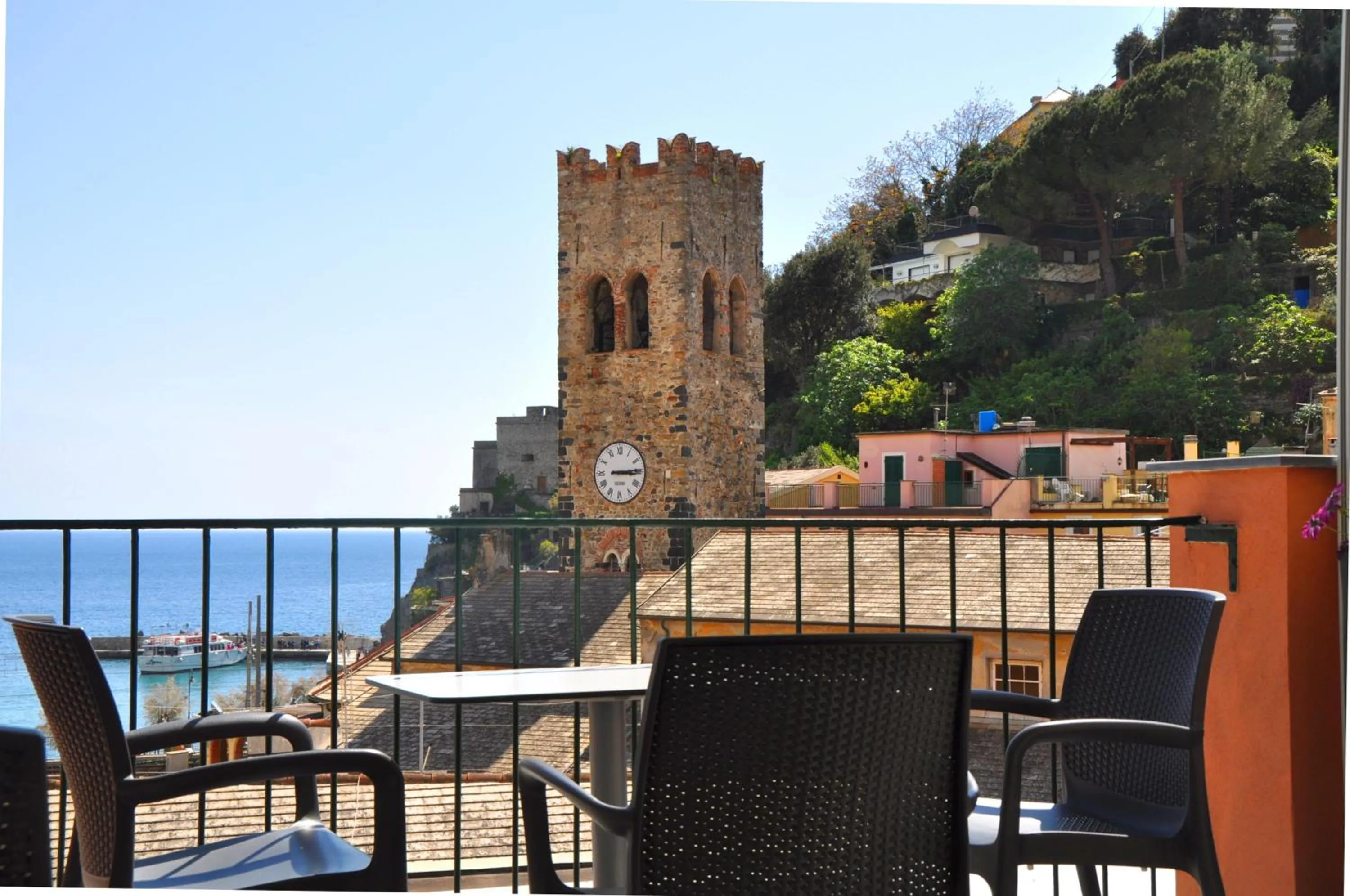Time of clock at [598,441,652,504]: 3:14
